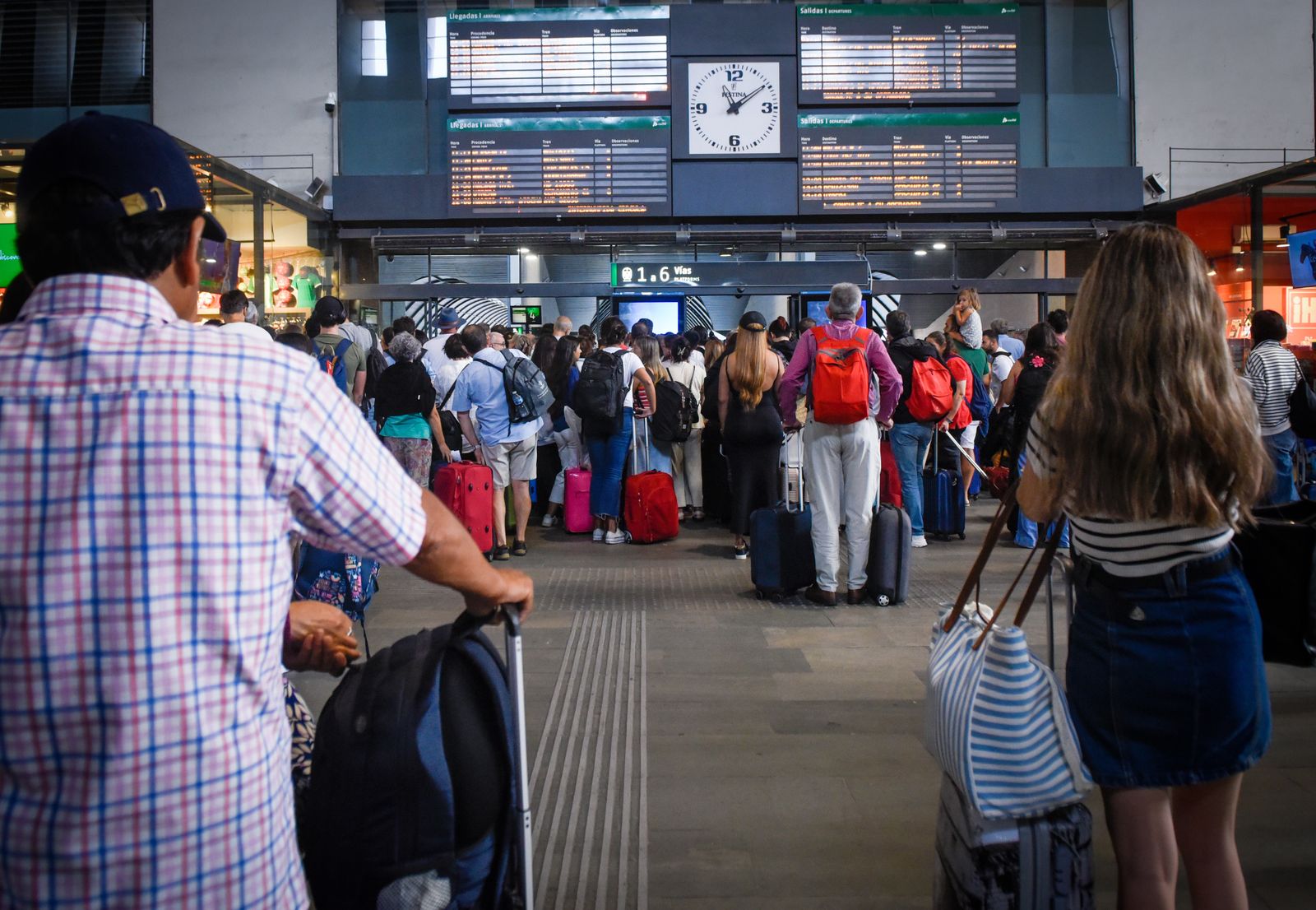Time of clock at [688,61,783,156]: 11:09
